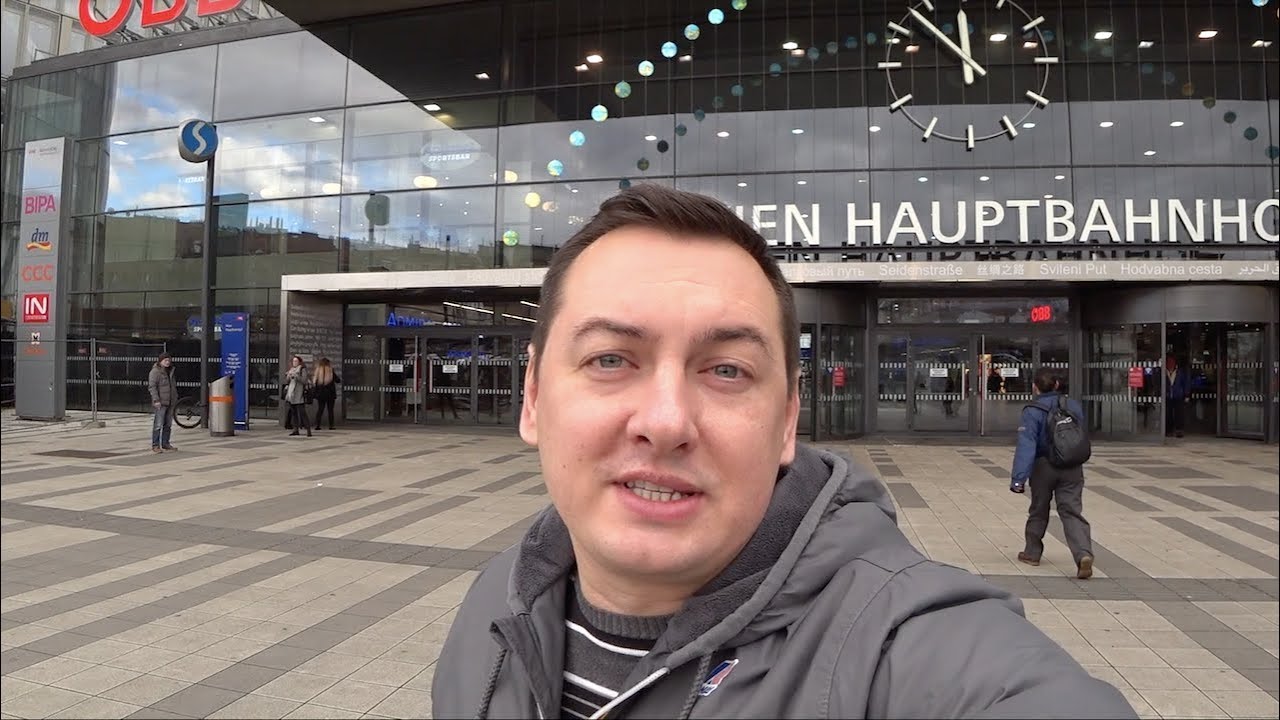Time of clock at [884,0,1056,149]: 11:52
